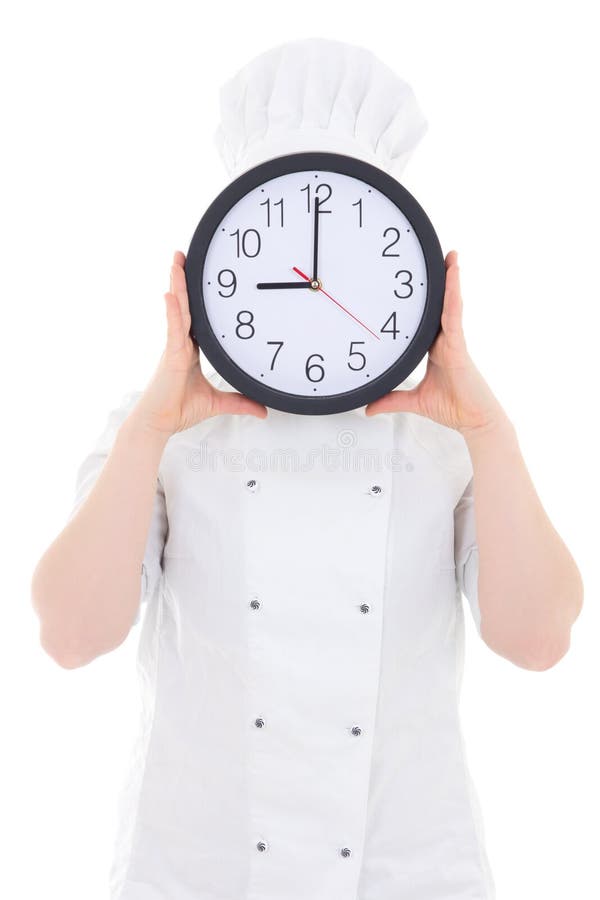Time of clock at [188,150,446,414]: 9:00
